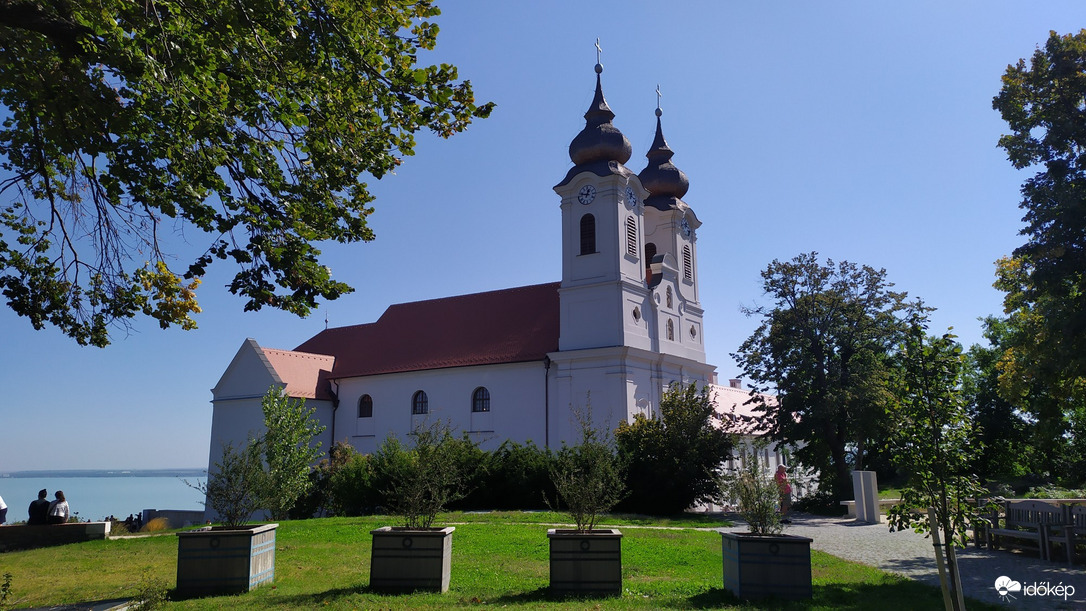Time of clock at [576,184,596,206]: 12:47
